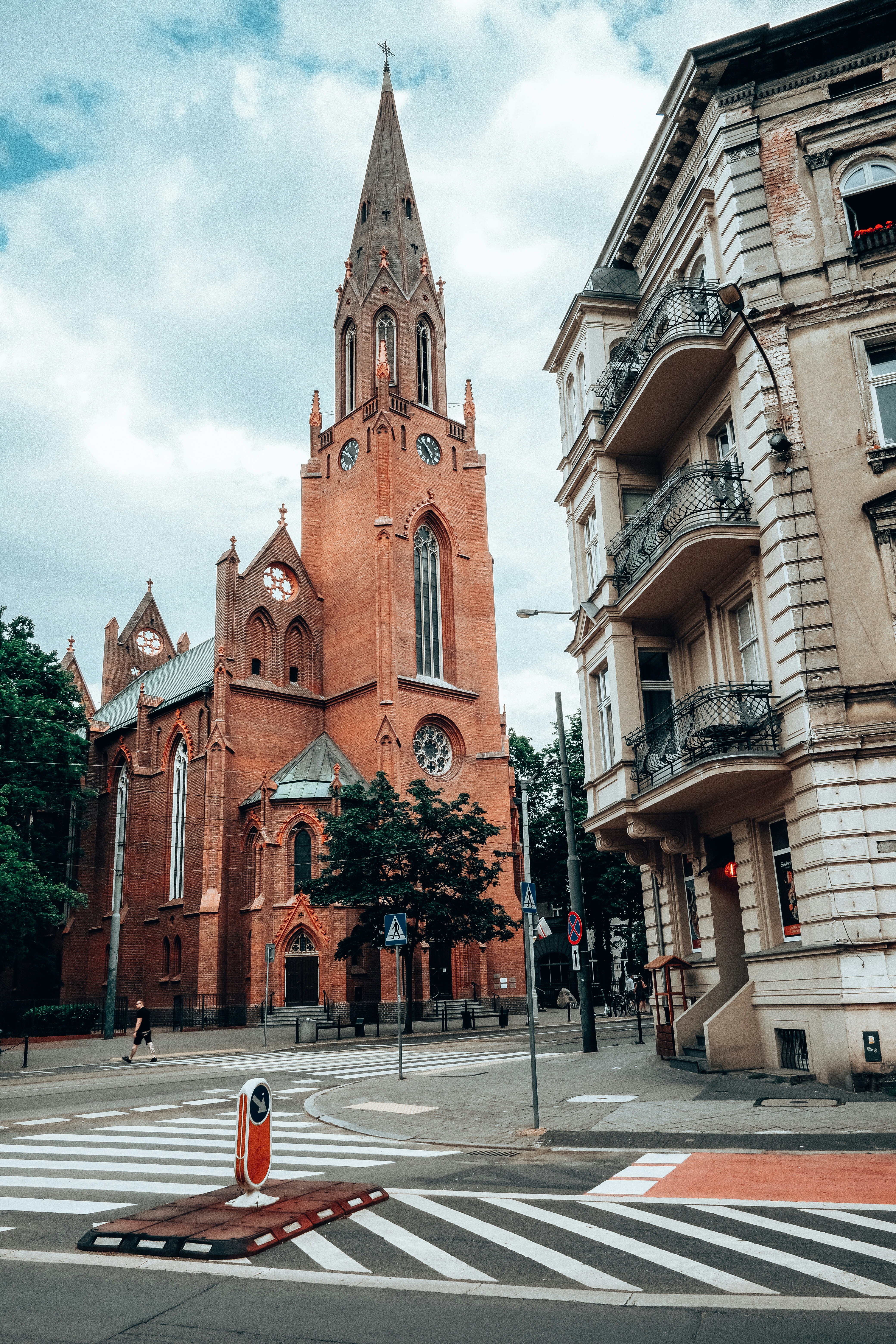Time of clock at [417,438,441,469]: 4:53
